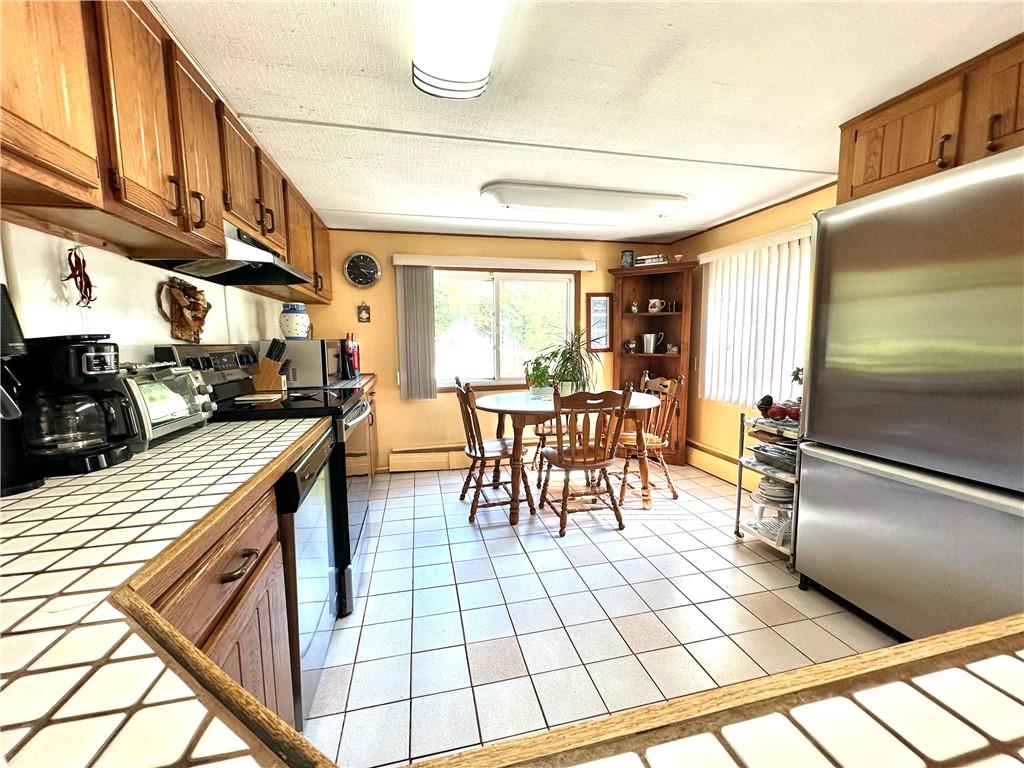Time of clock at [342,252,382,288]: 4:16
